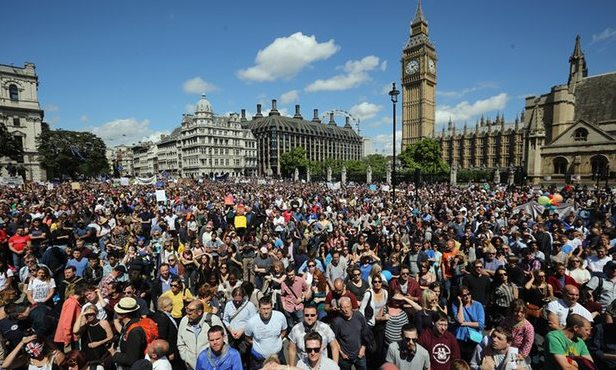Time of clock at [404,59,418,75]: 2:23
